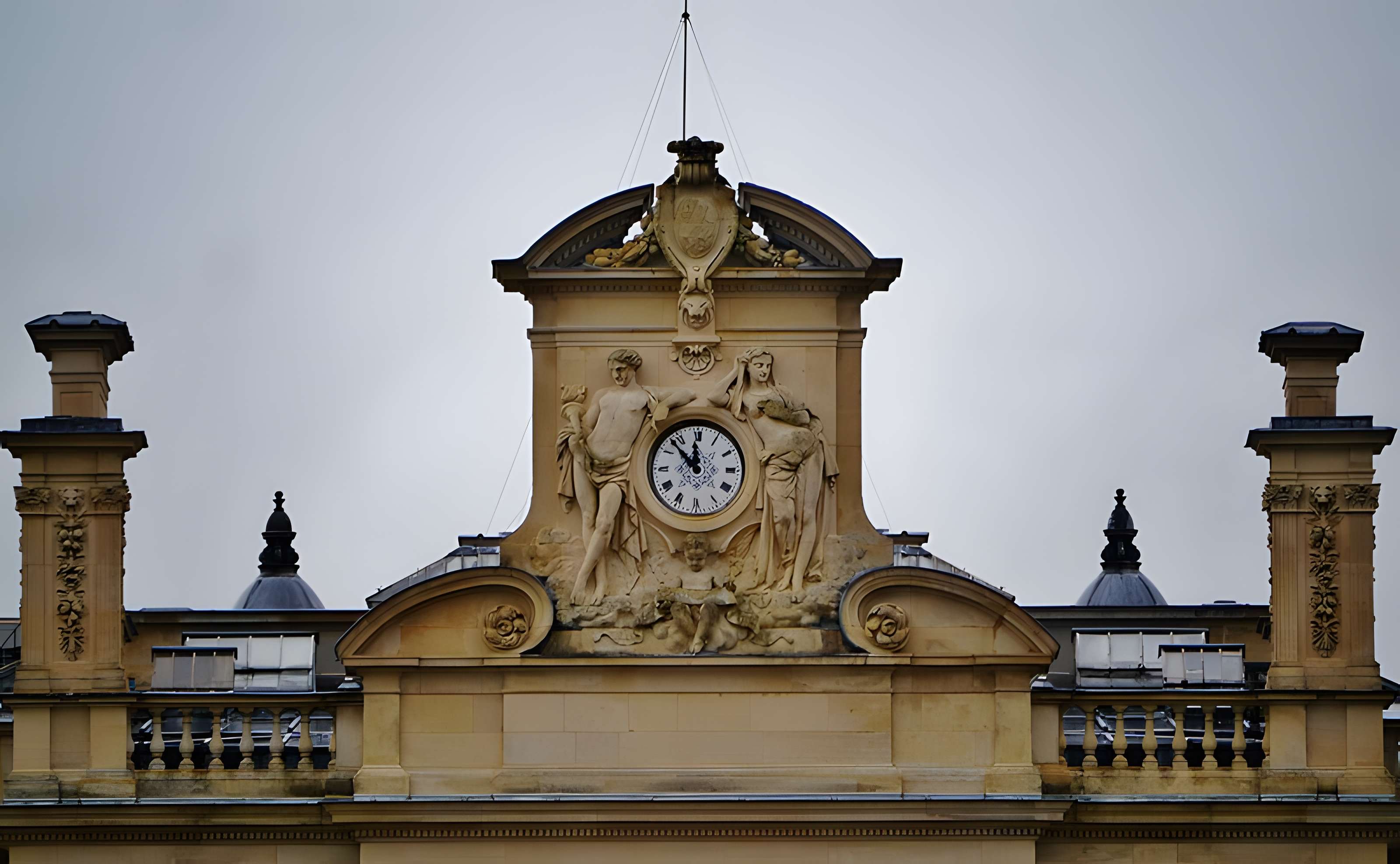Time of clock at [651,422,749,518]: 11:52
